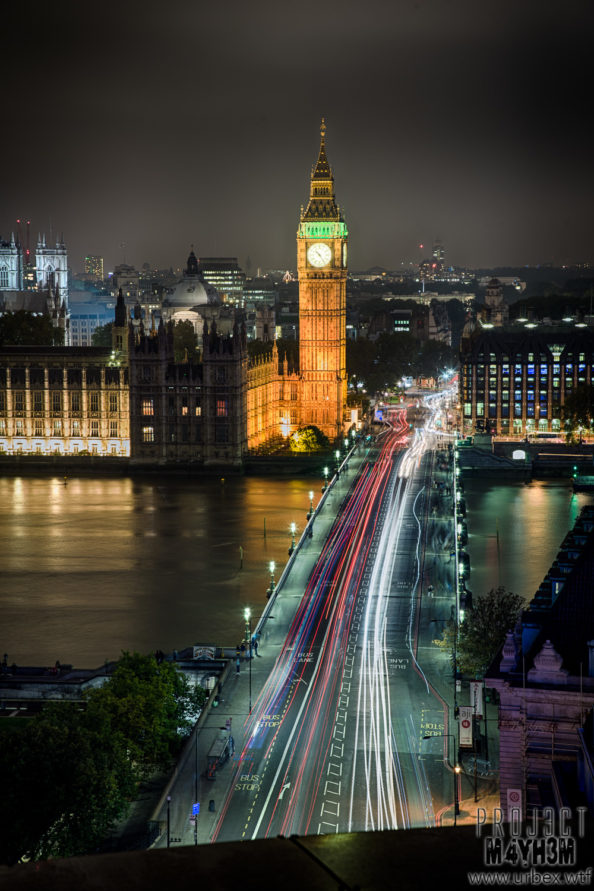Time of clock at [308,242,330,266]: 10:24
